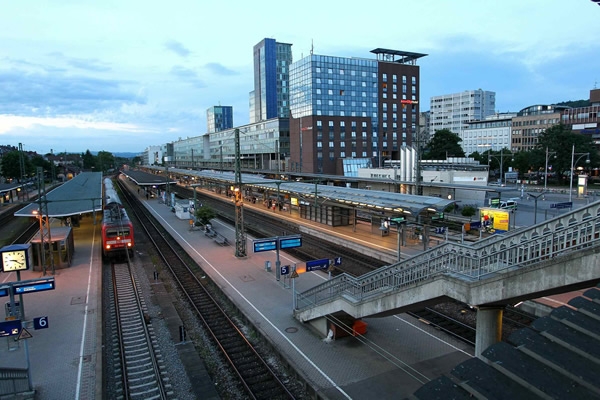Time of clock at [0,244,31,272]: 9:21
